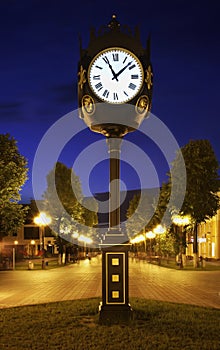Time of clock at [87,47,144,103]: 11:07
